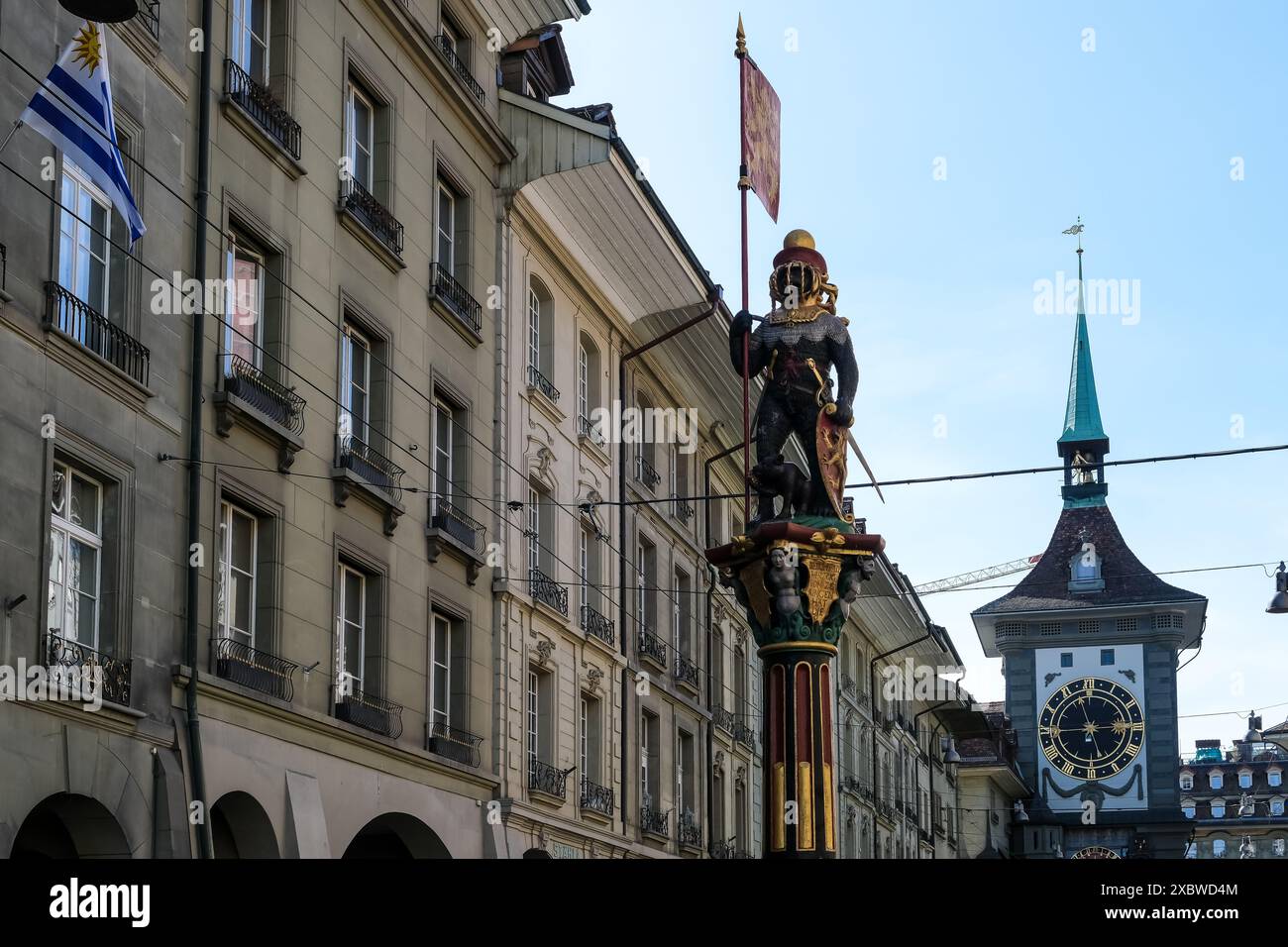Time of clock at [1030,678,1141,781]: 2:57
